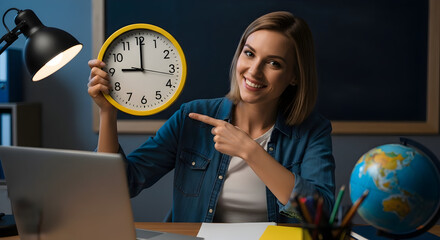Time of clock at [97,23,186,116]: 9:00
